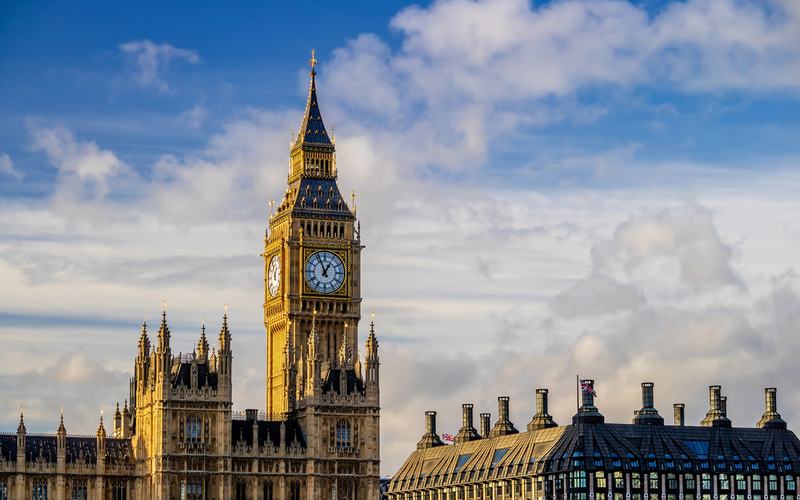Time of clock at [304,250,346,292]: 12:56
